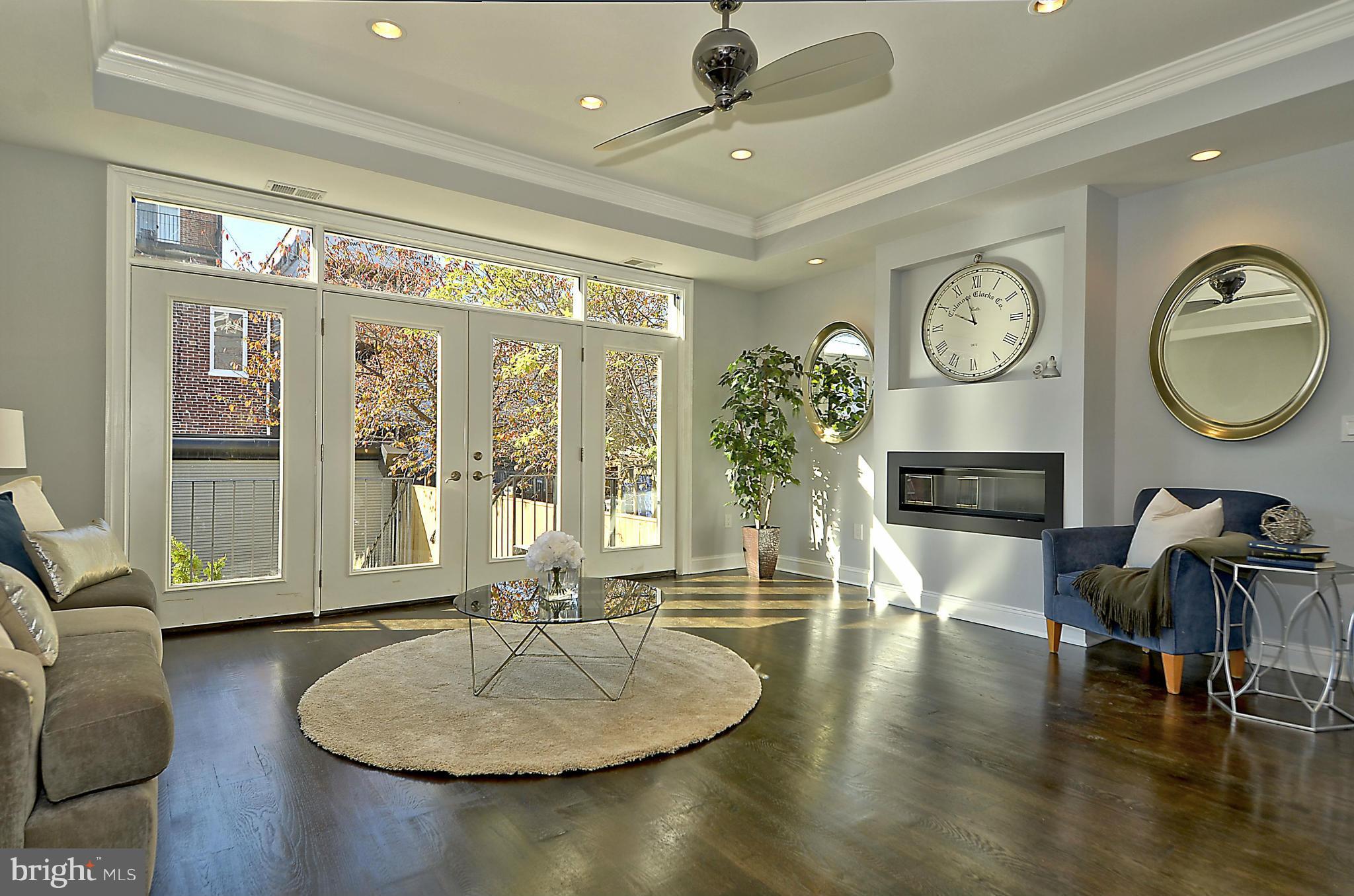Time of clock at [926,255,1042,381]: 9:56
